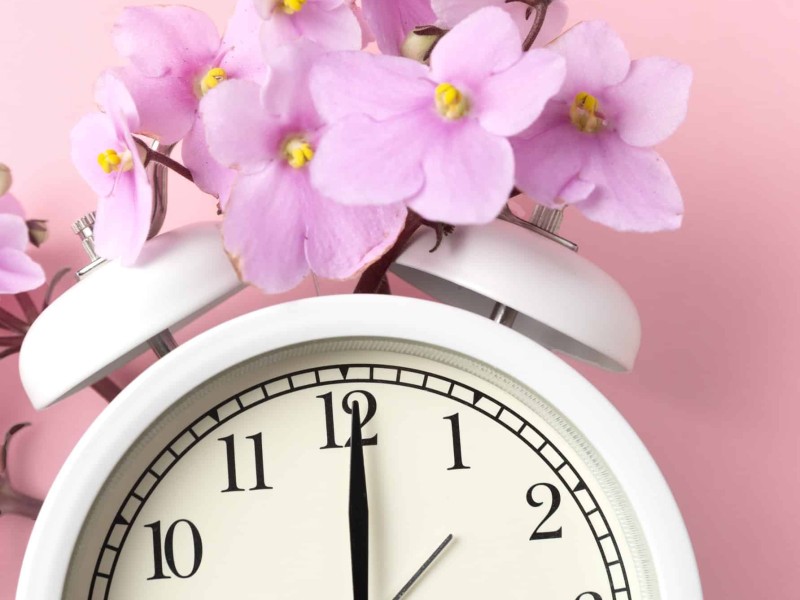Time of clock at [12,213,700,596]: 12:00
